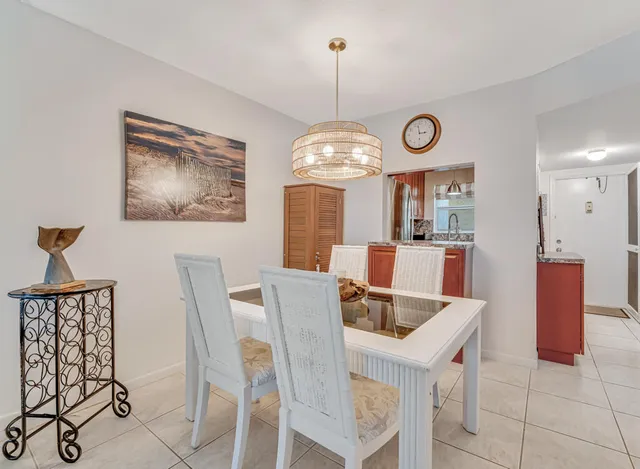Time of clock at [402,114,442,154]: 2:58
